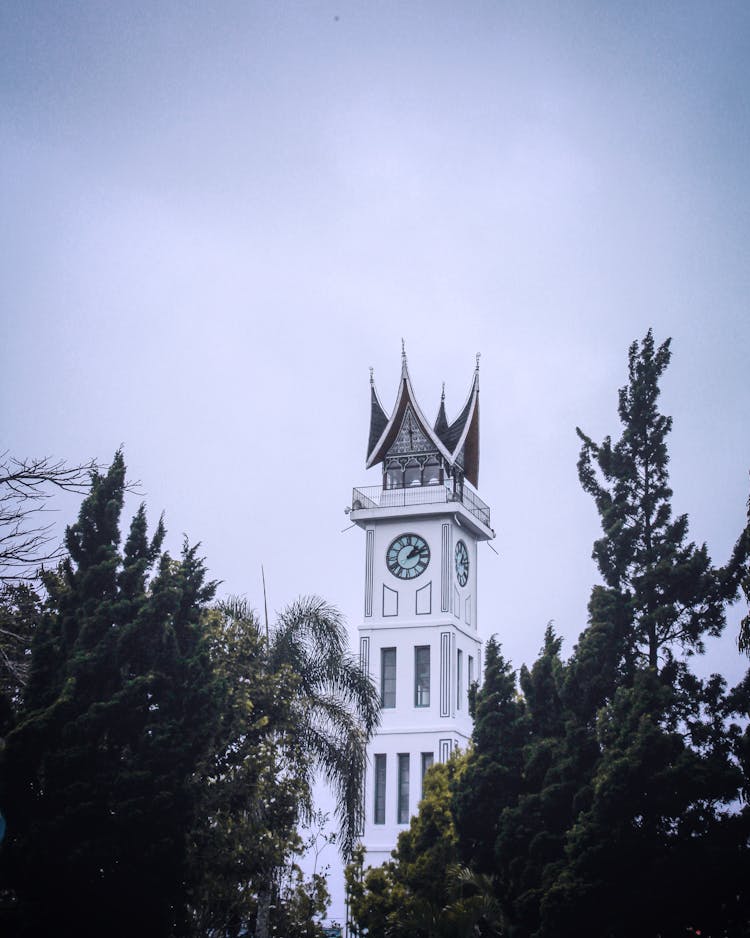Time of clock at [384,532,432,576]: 1:11
